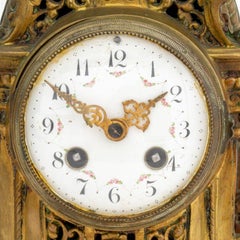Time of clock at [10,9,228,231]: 1:50
